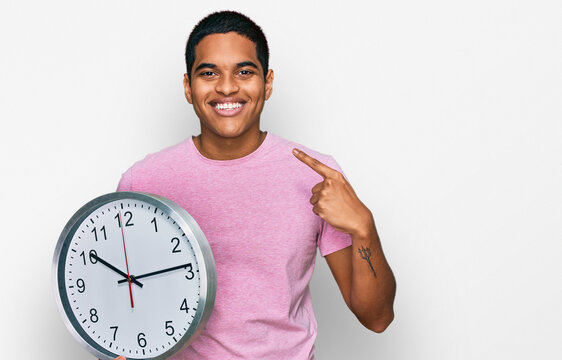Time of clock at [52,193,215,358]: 10:13
